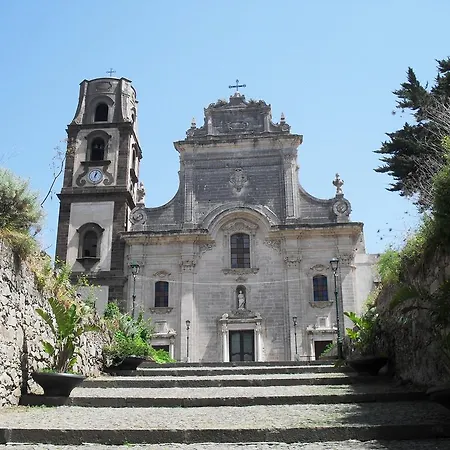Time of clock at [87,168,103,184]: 1:02
